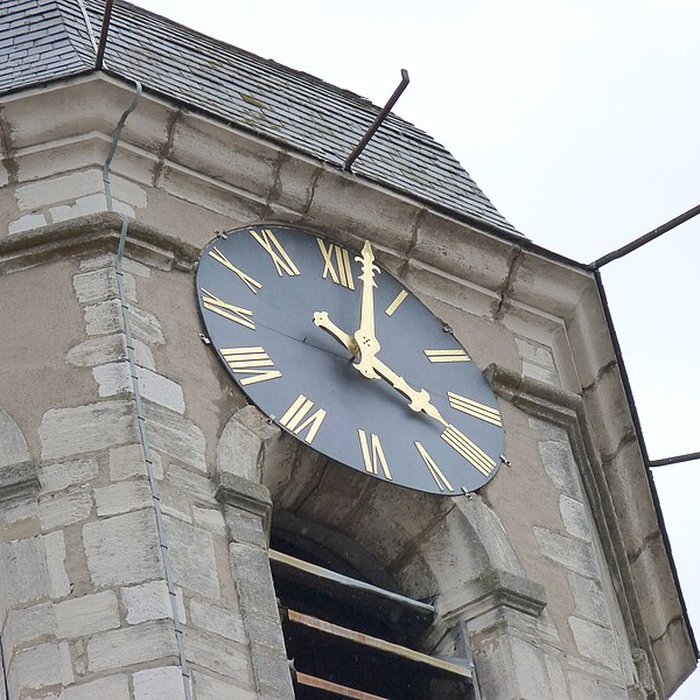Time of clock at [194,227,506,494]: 4:02
